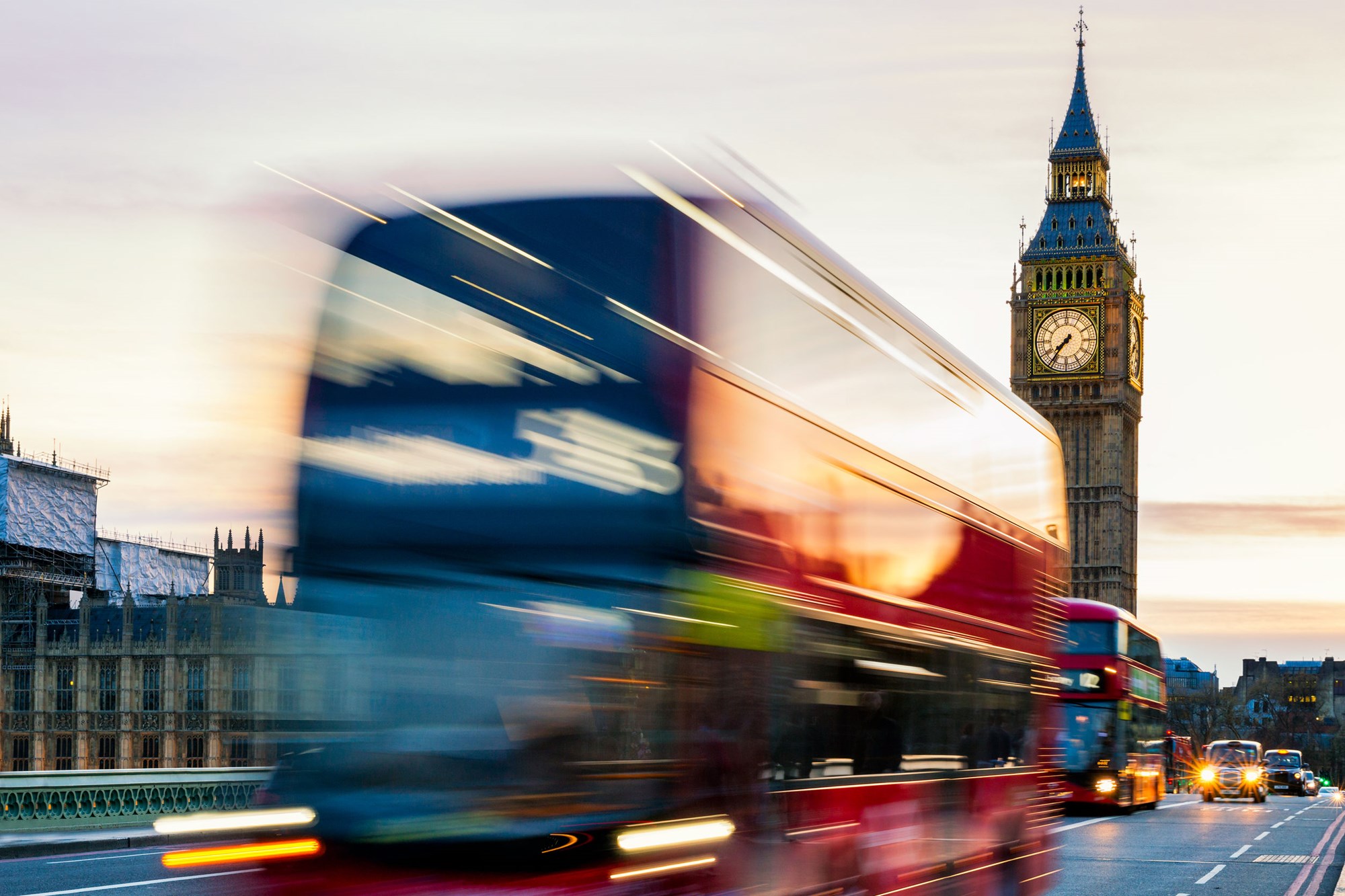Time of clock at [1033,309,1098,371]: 7:36
